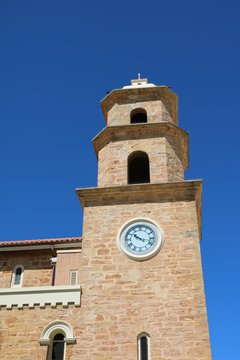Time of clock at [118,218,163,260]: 10:17
